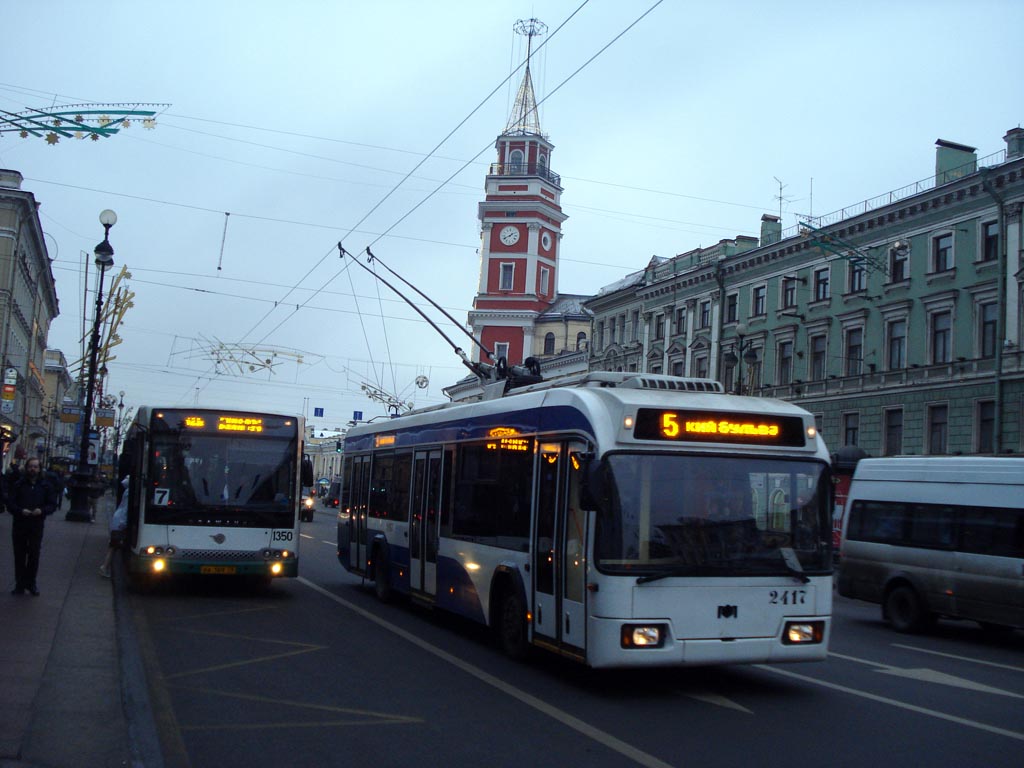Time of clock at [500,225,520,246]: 1:41
